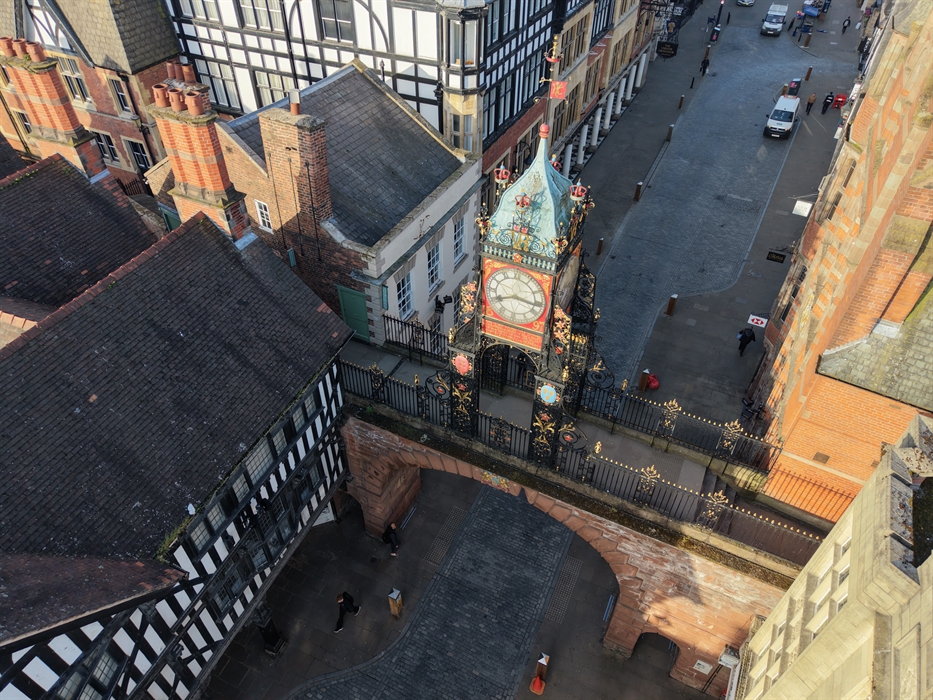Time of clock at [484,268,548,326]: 8:16
